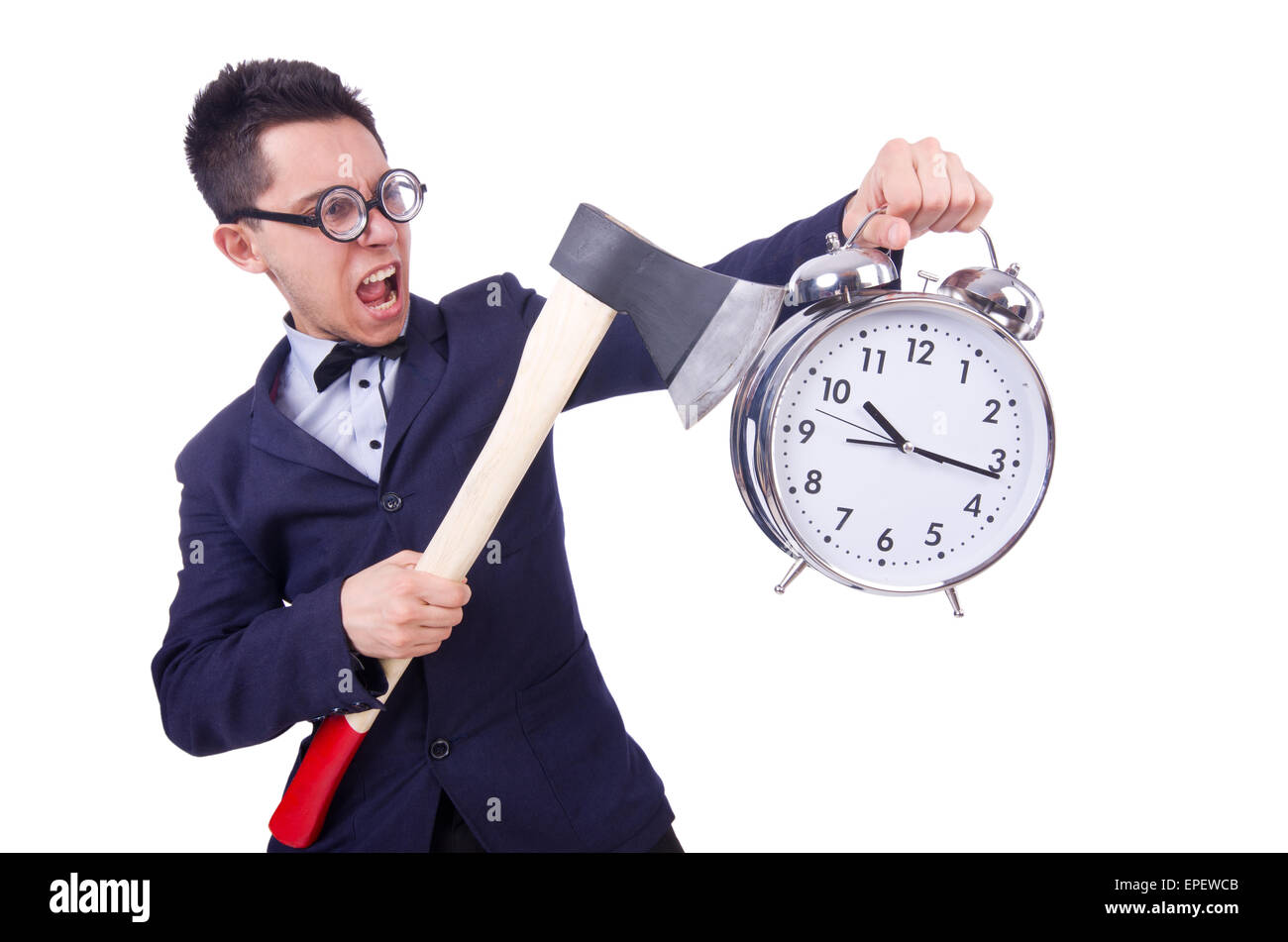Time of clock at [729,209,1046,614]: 10:16
